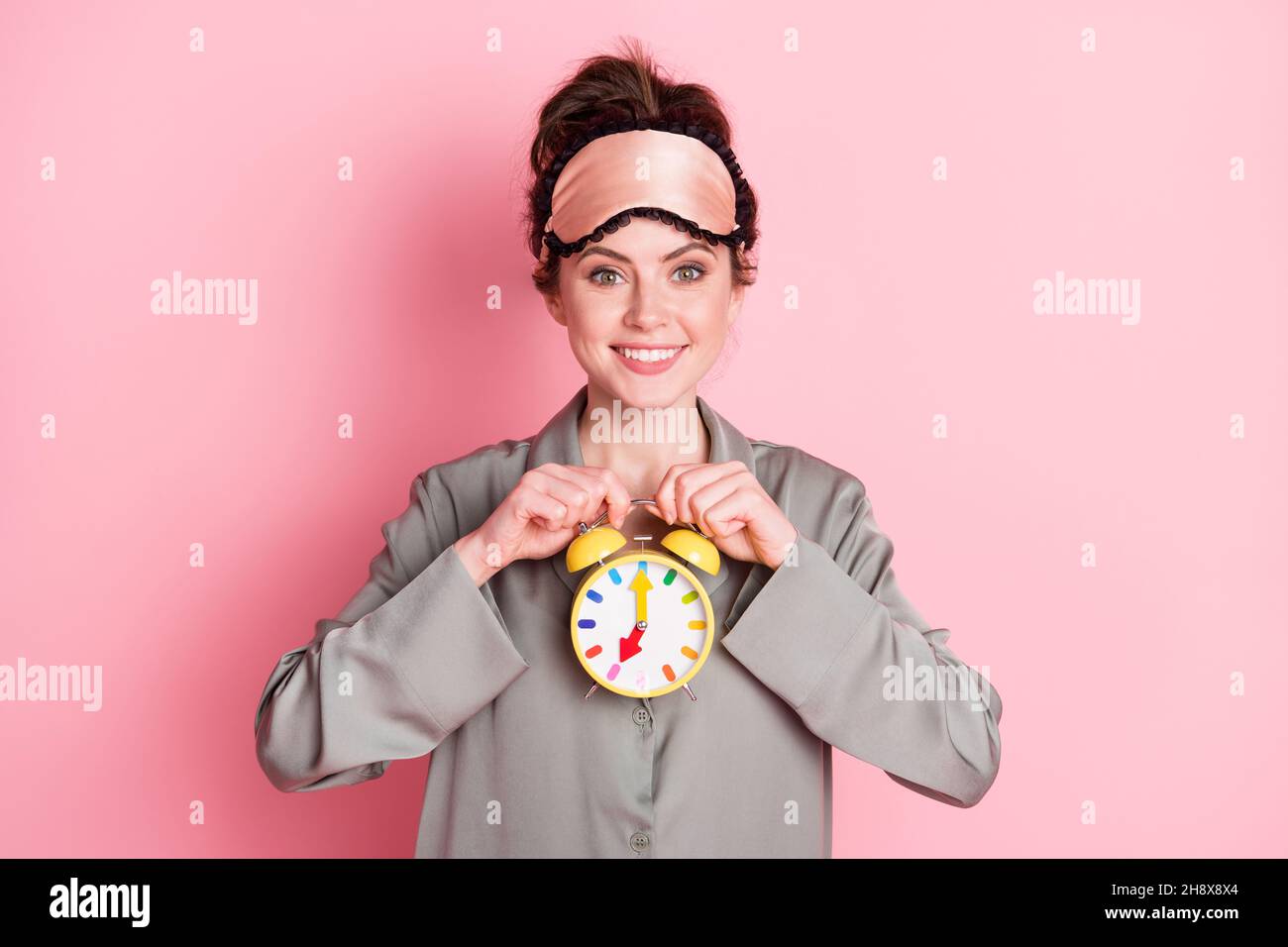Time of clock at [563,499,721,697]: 7:00
